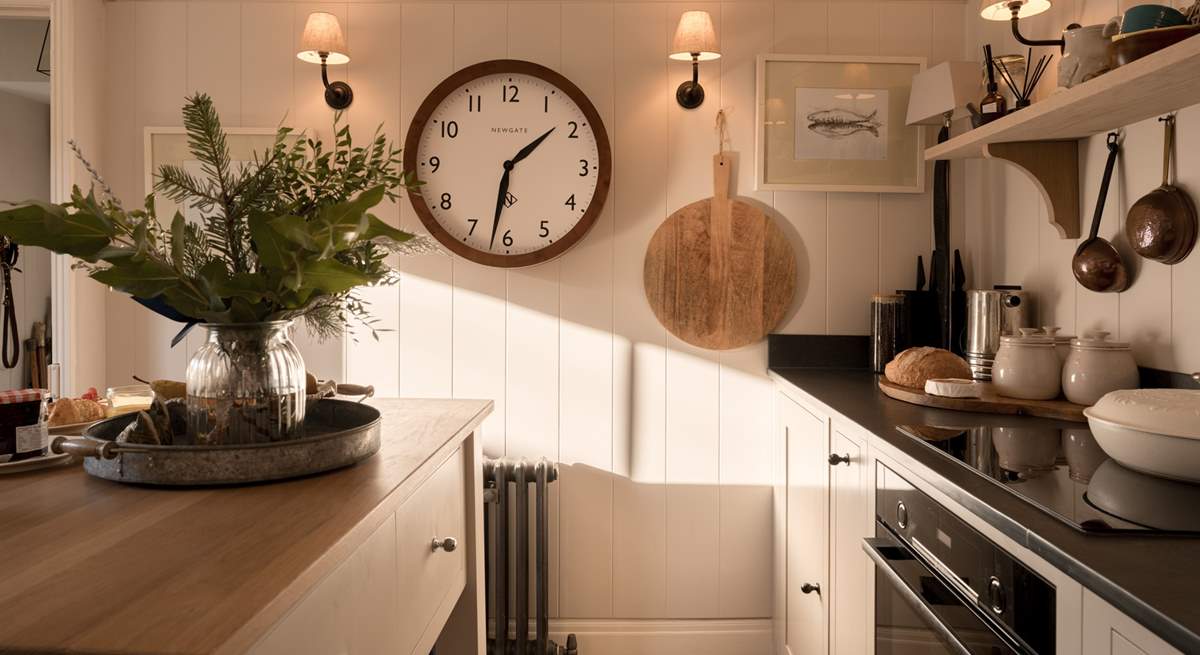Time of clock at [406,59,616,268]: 1:31
